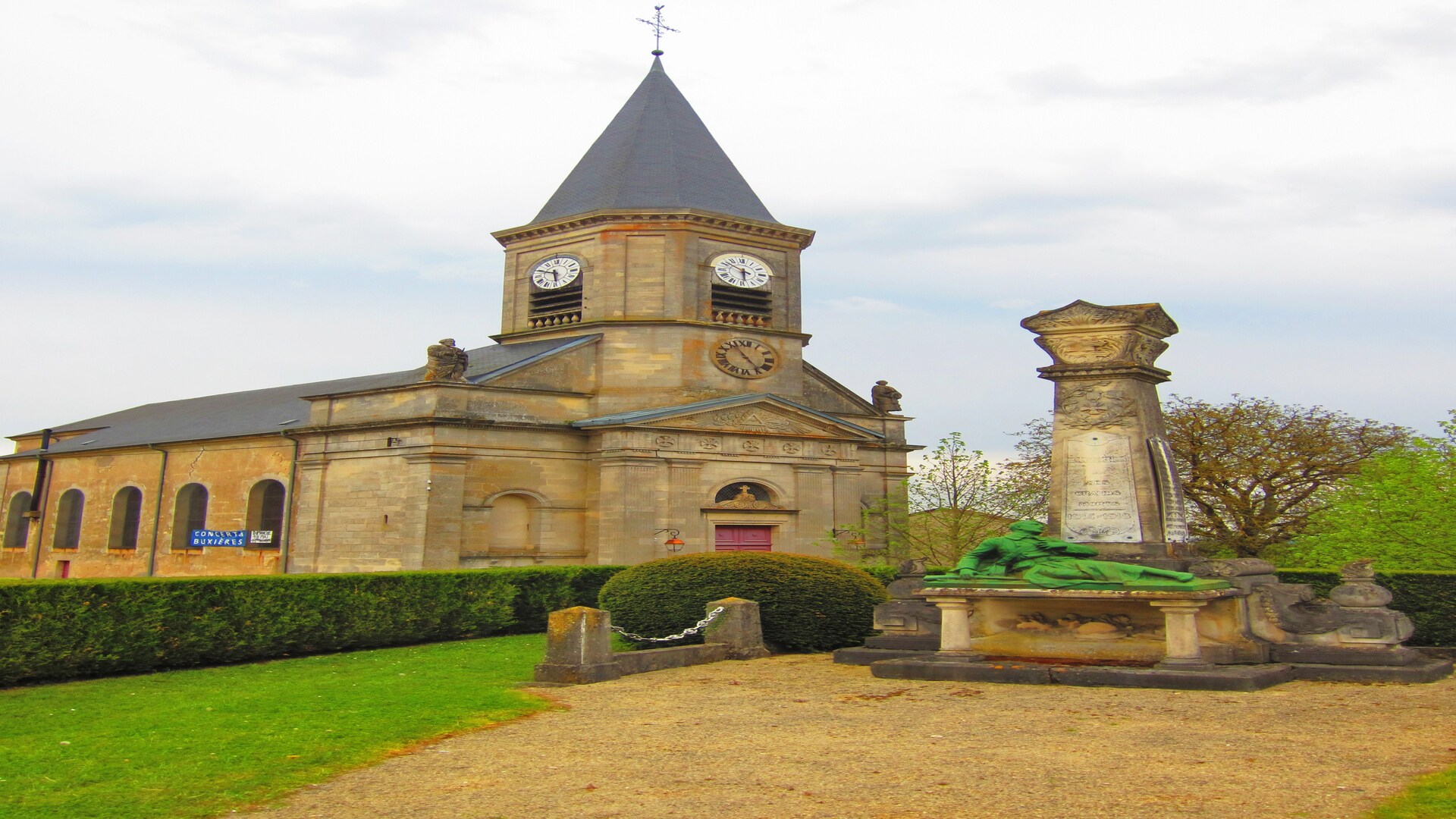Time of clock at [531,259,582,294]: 5:48
